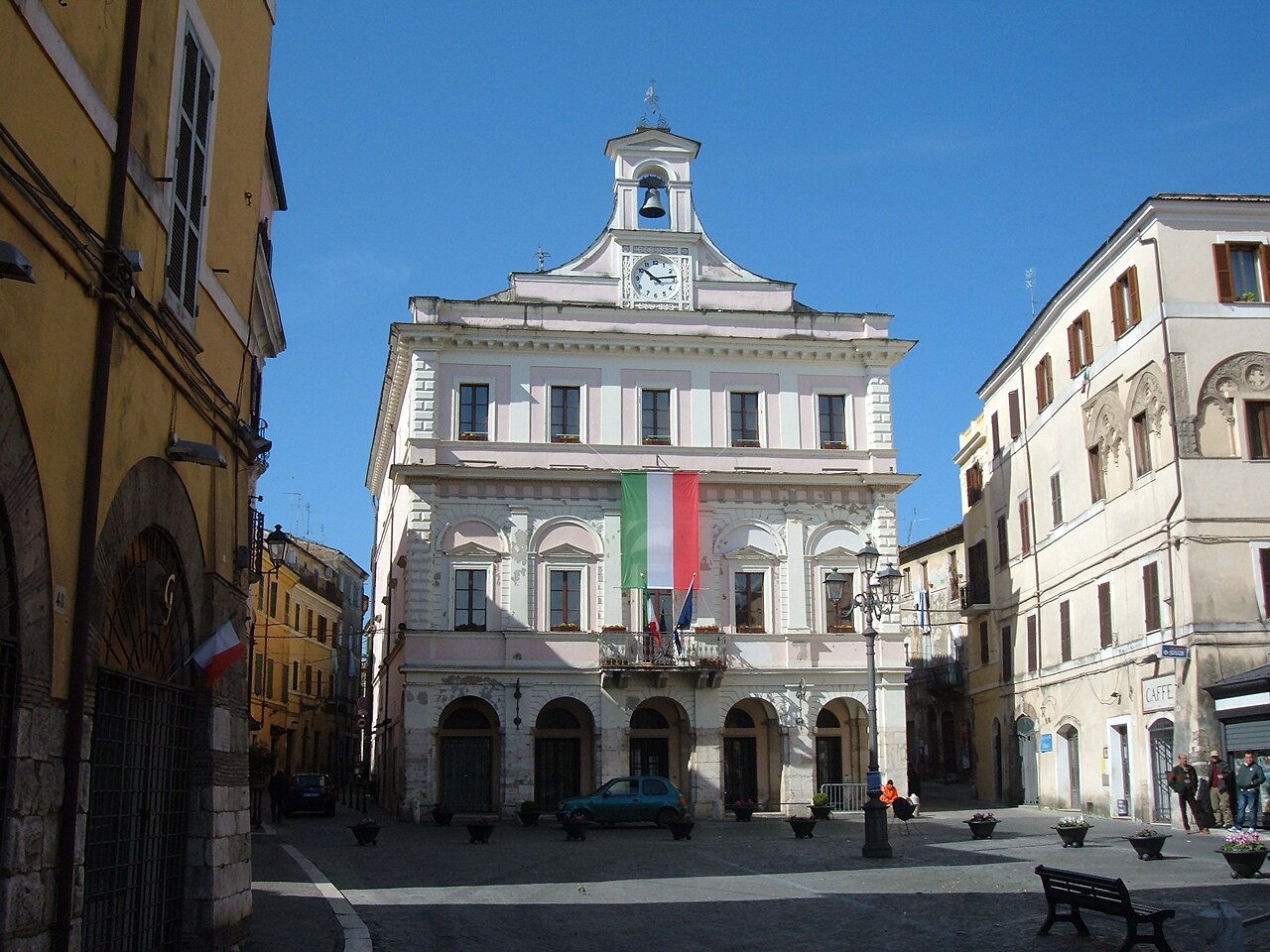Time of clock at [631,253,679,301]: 10:13
